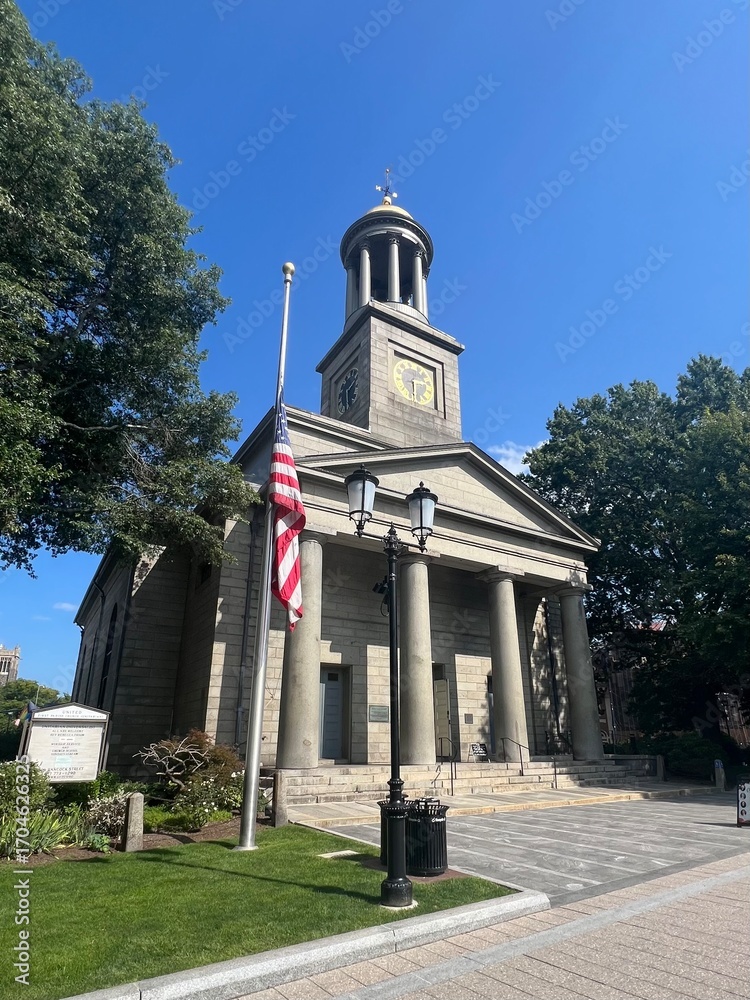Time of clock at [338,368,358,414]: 1:28
